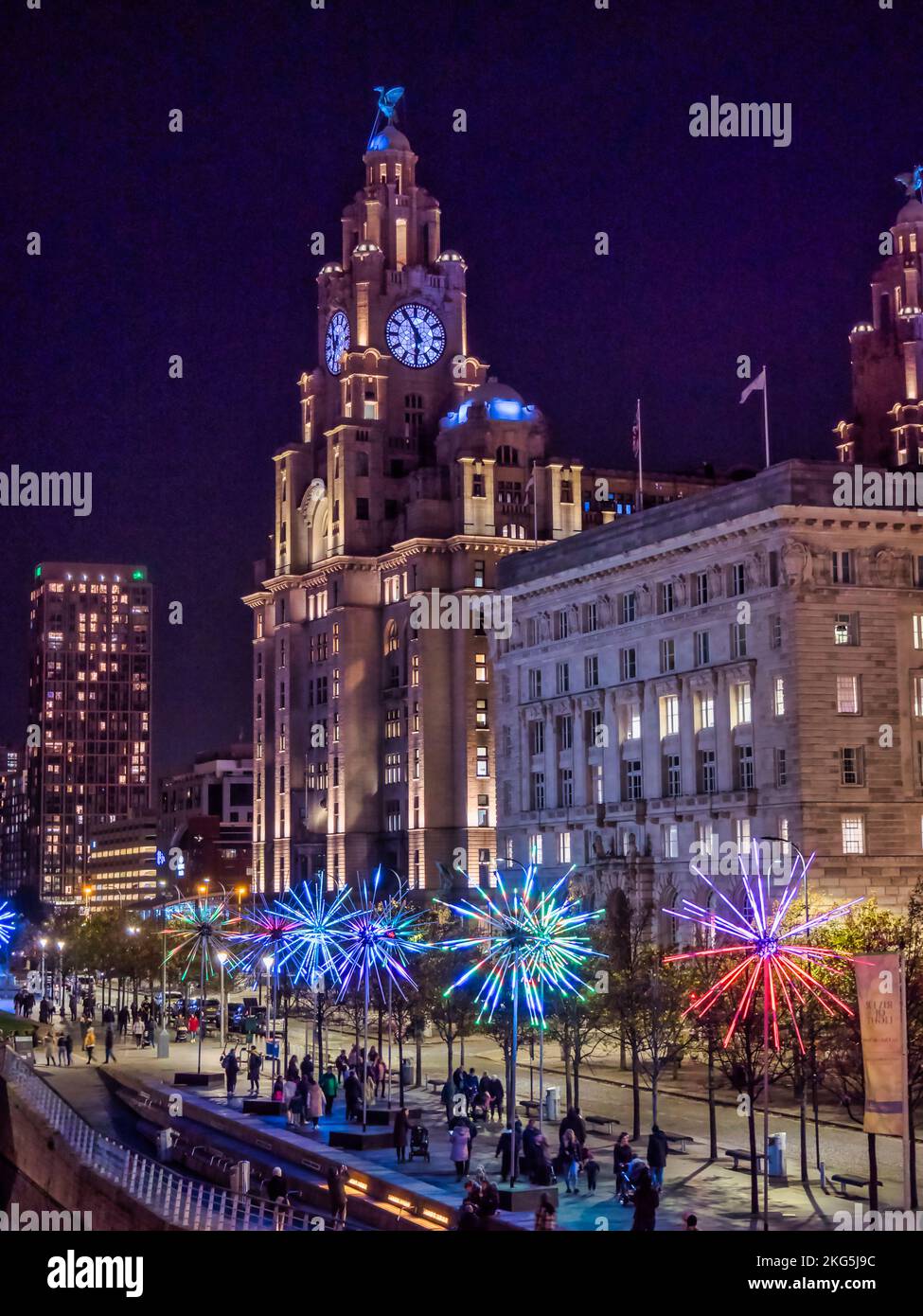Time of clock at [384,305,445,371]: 5:54
